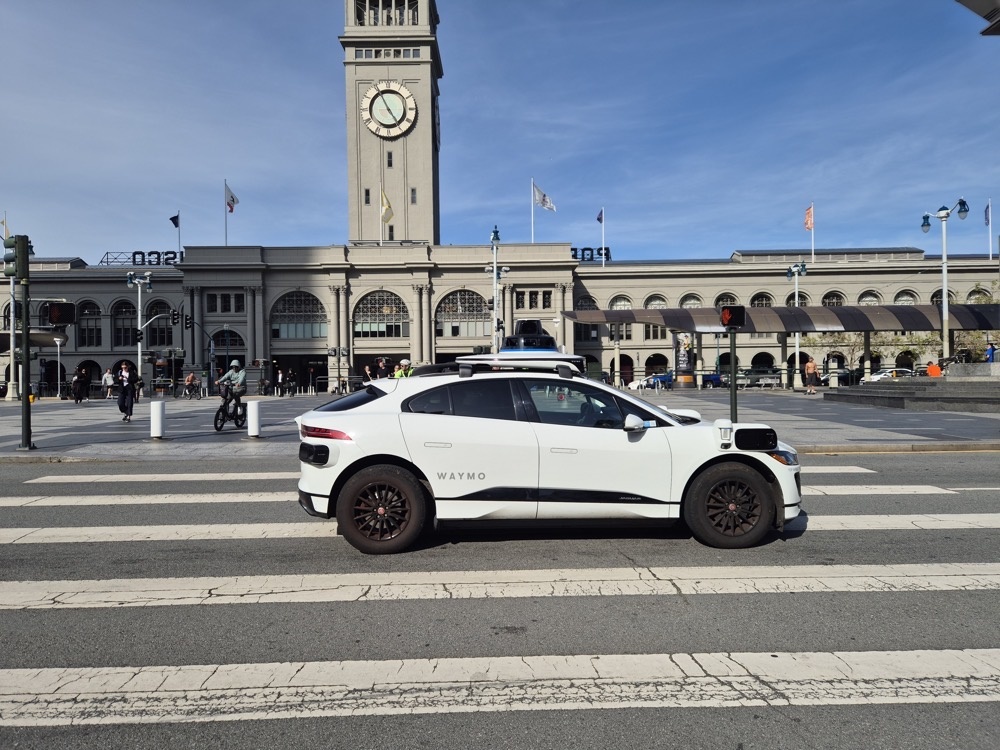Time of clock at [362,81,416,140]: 4:55
